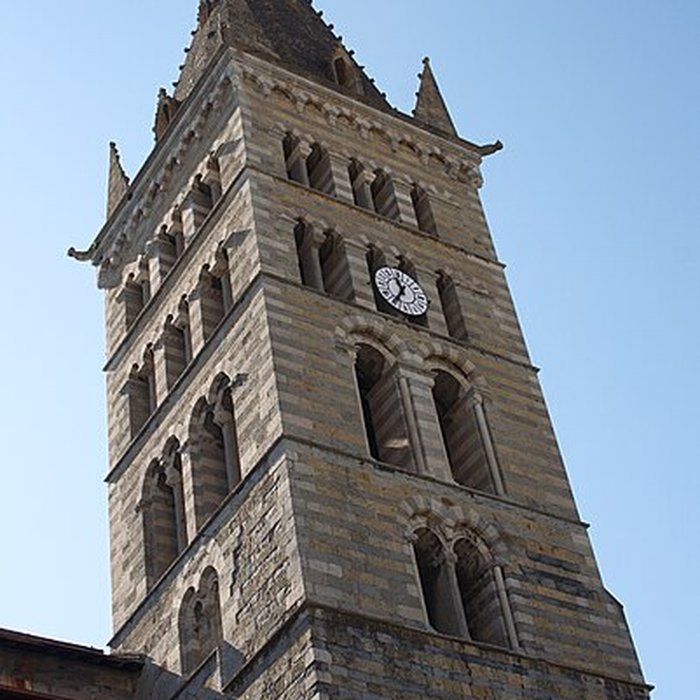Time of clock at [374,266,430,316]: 11:36
